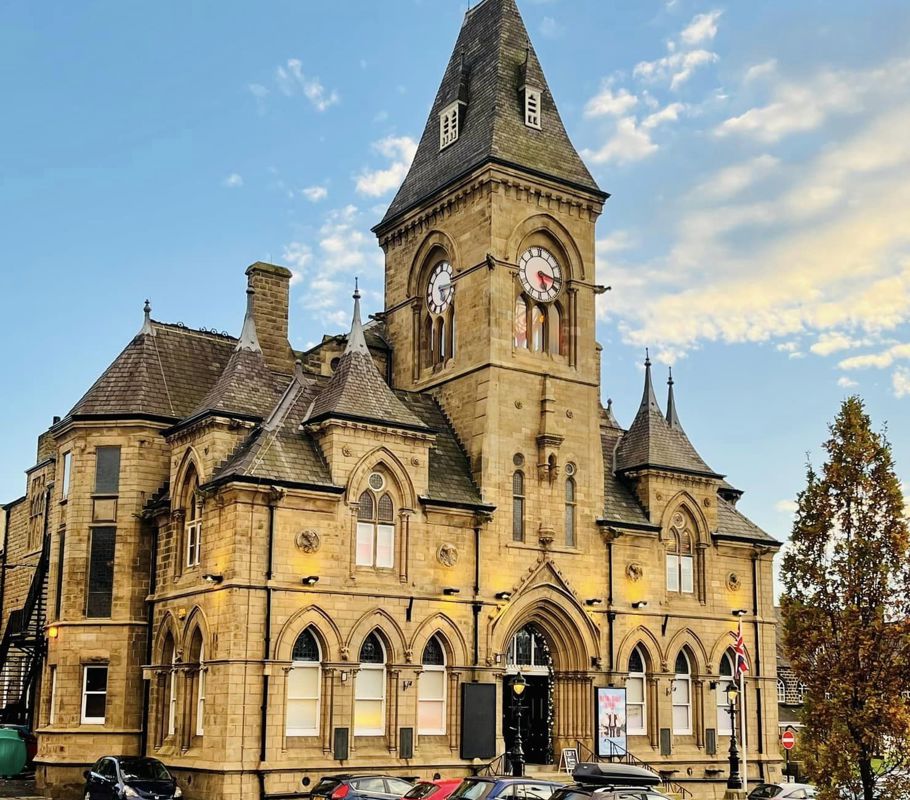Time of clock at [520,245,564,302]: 5:16
